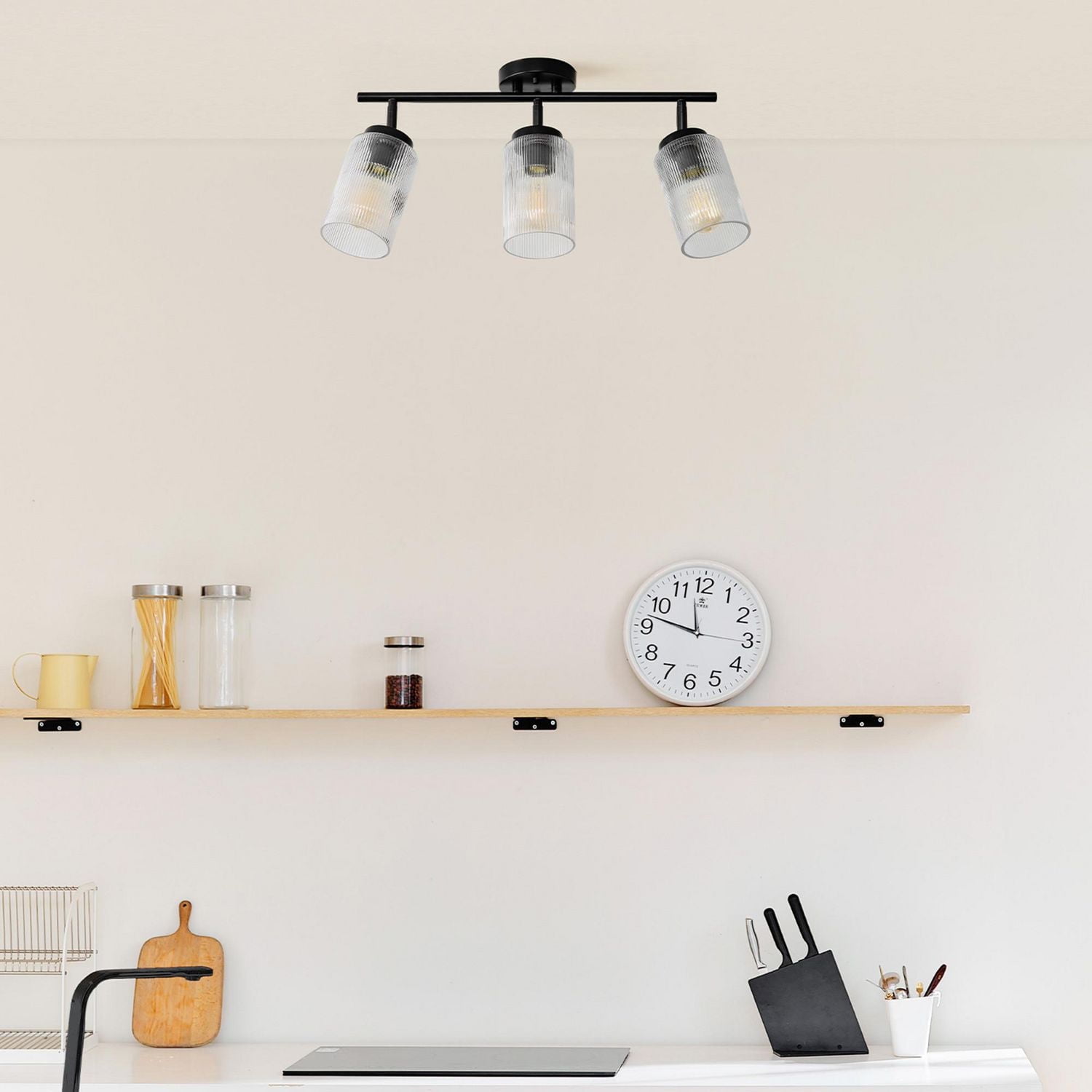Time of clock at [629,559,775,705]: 11:47
